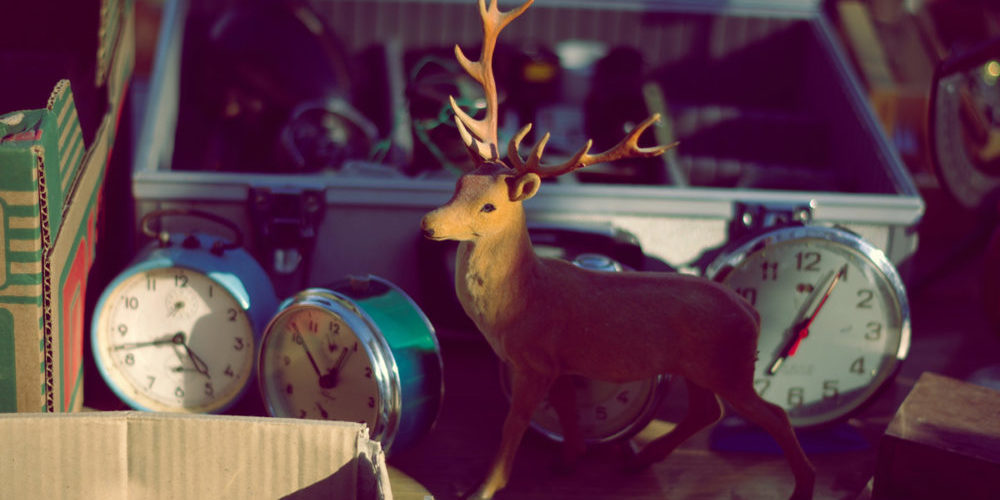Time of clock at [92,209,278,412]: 4:42
